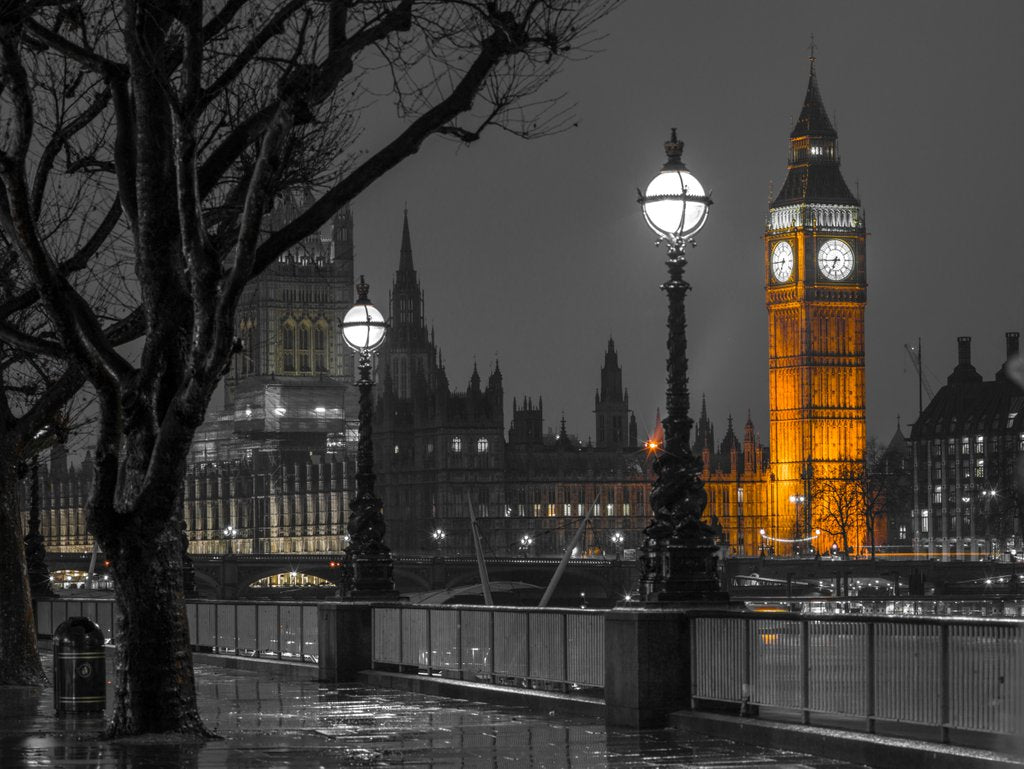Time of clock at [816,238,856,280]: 6:44
